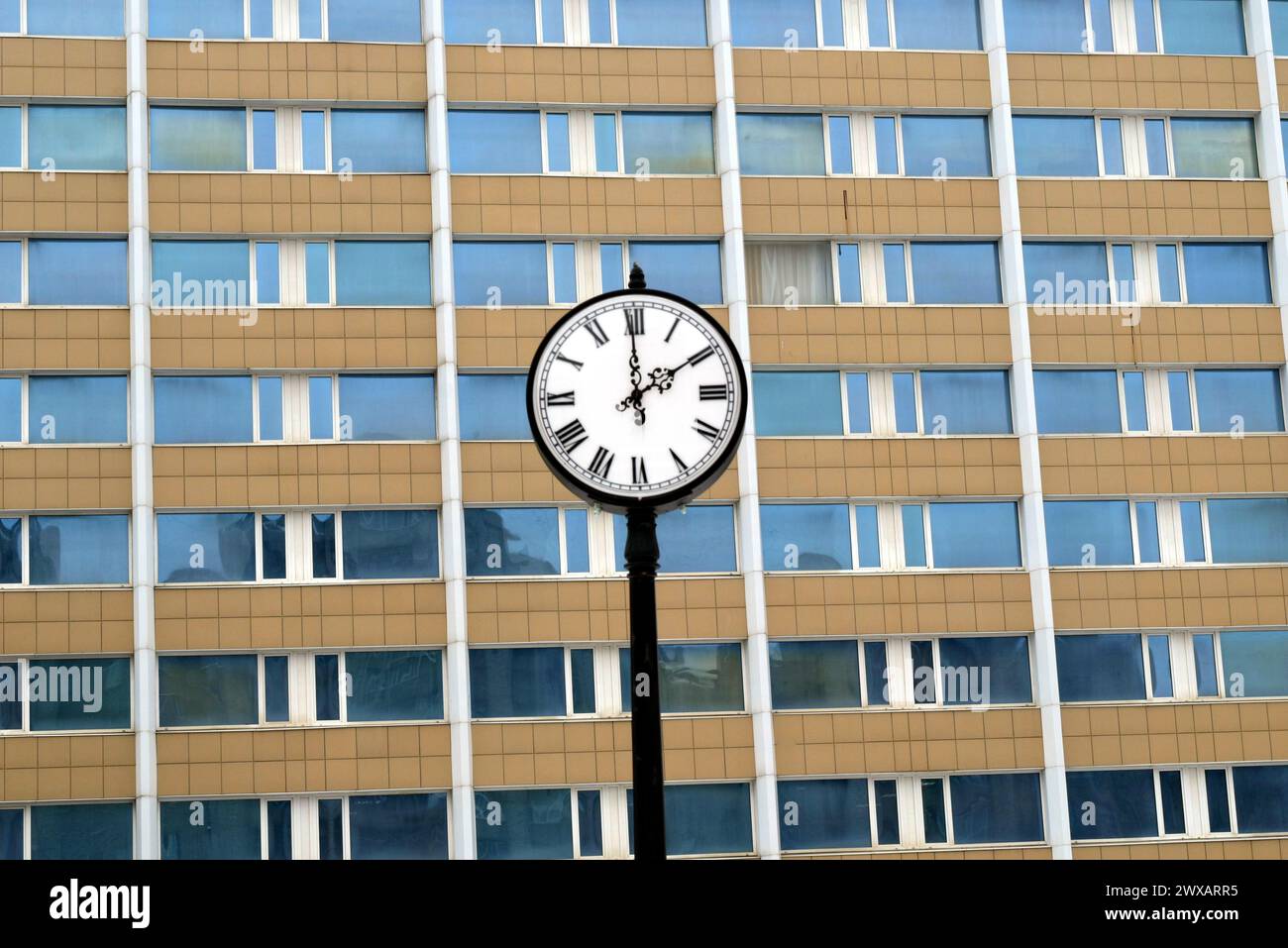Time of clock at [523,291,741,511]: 1:59
